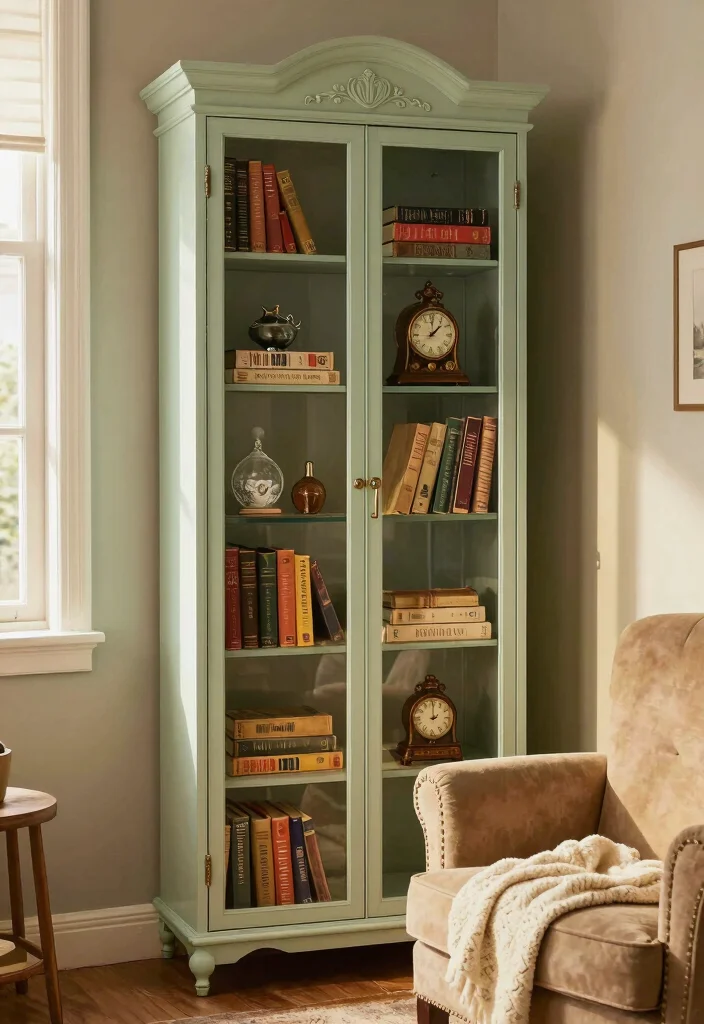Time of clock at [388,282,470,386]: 12:07
